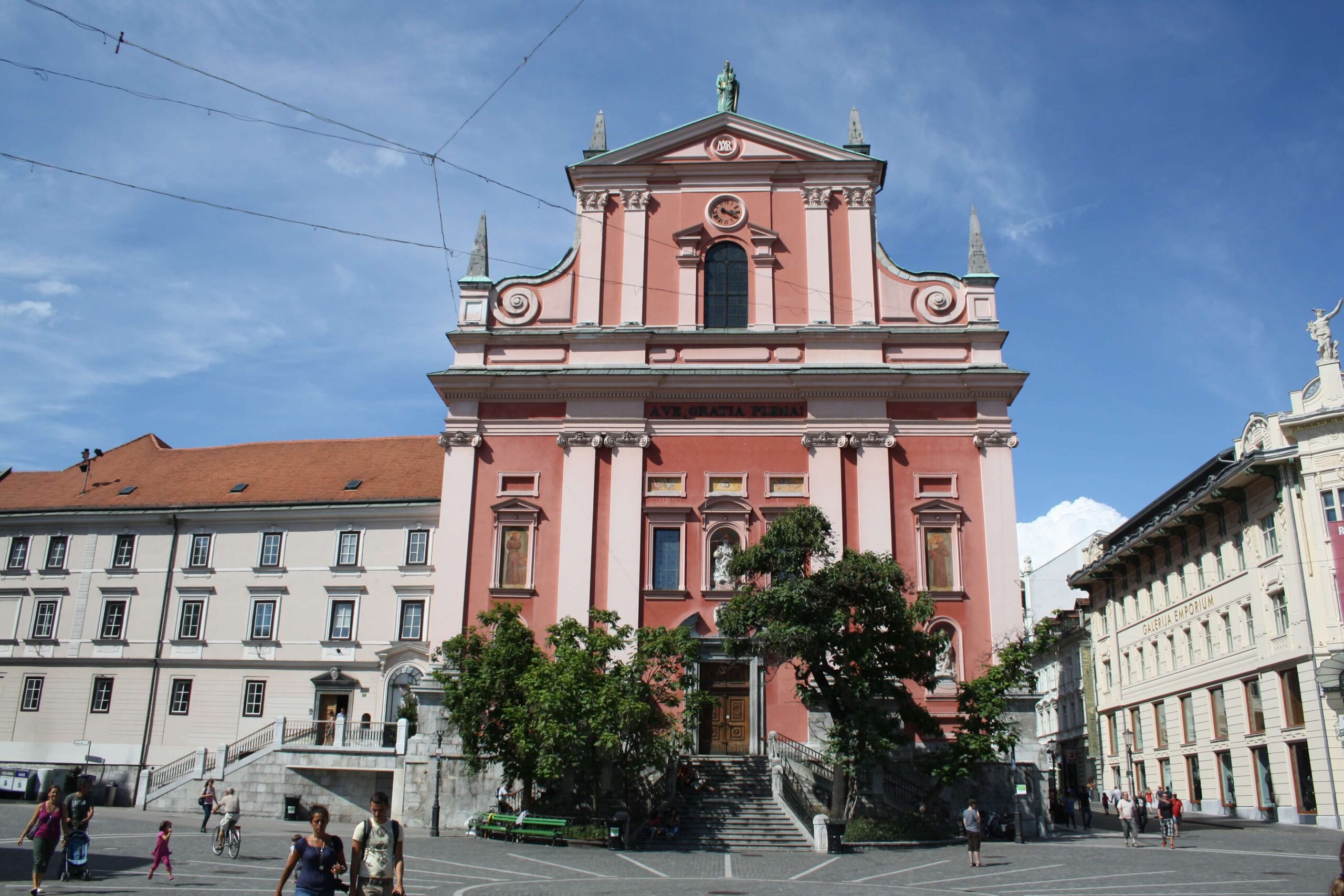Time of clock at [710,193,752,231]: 3:20
